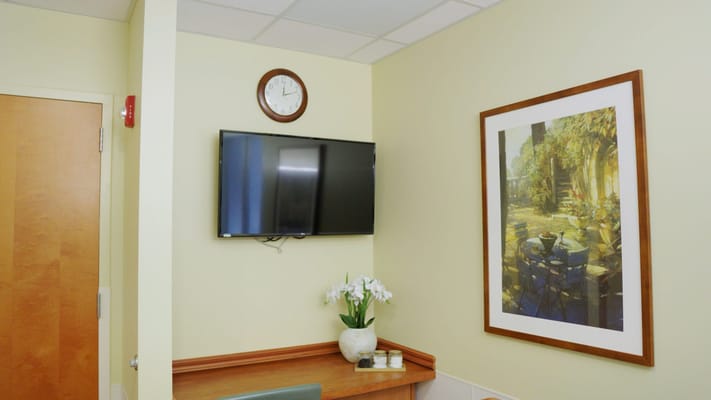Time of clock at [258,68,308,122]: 12:12
